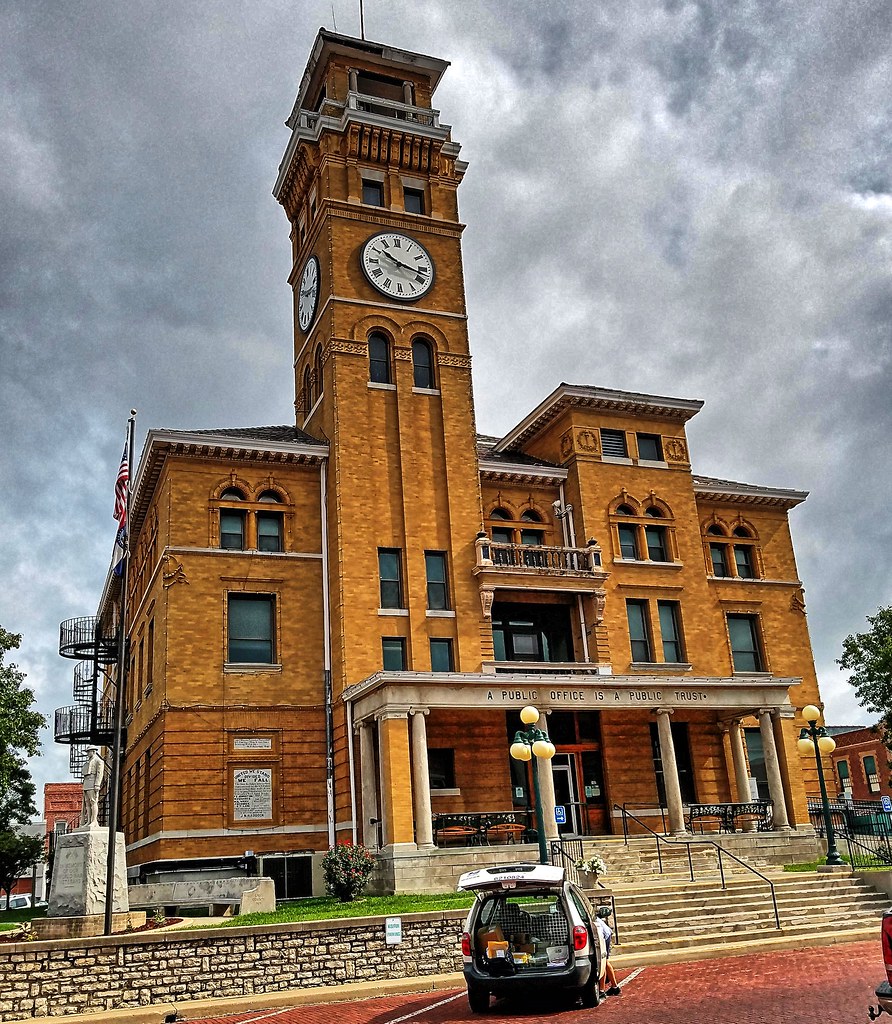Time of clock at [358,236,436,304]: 10:17
